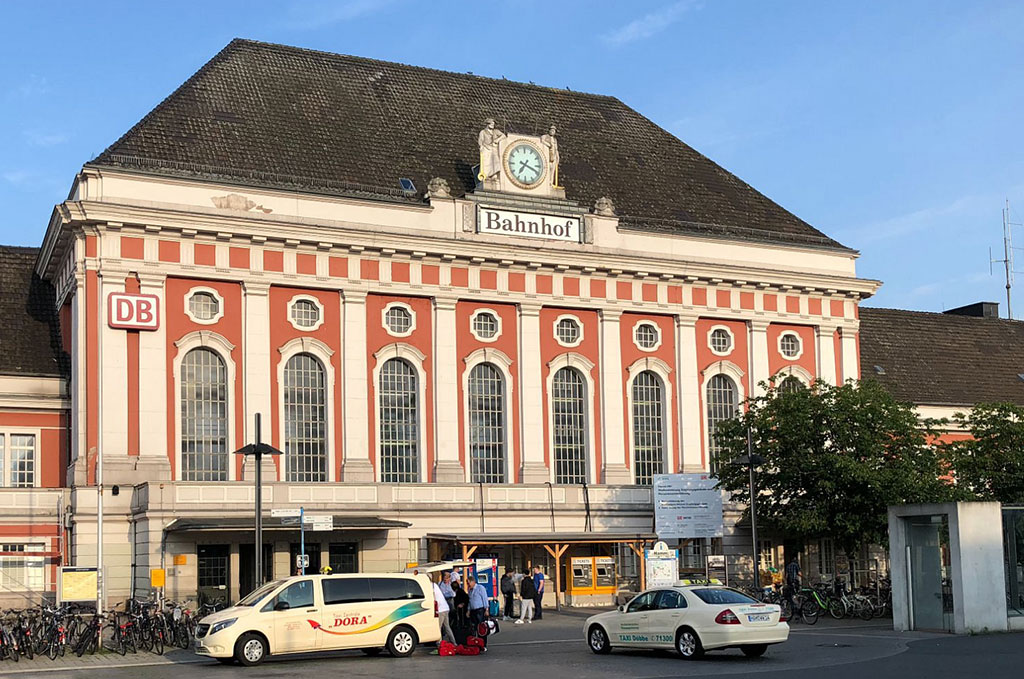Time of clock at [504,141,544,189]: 7:18
